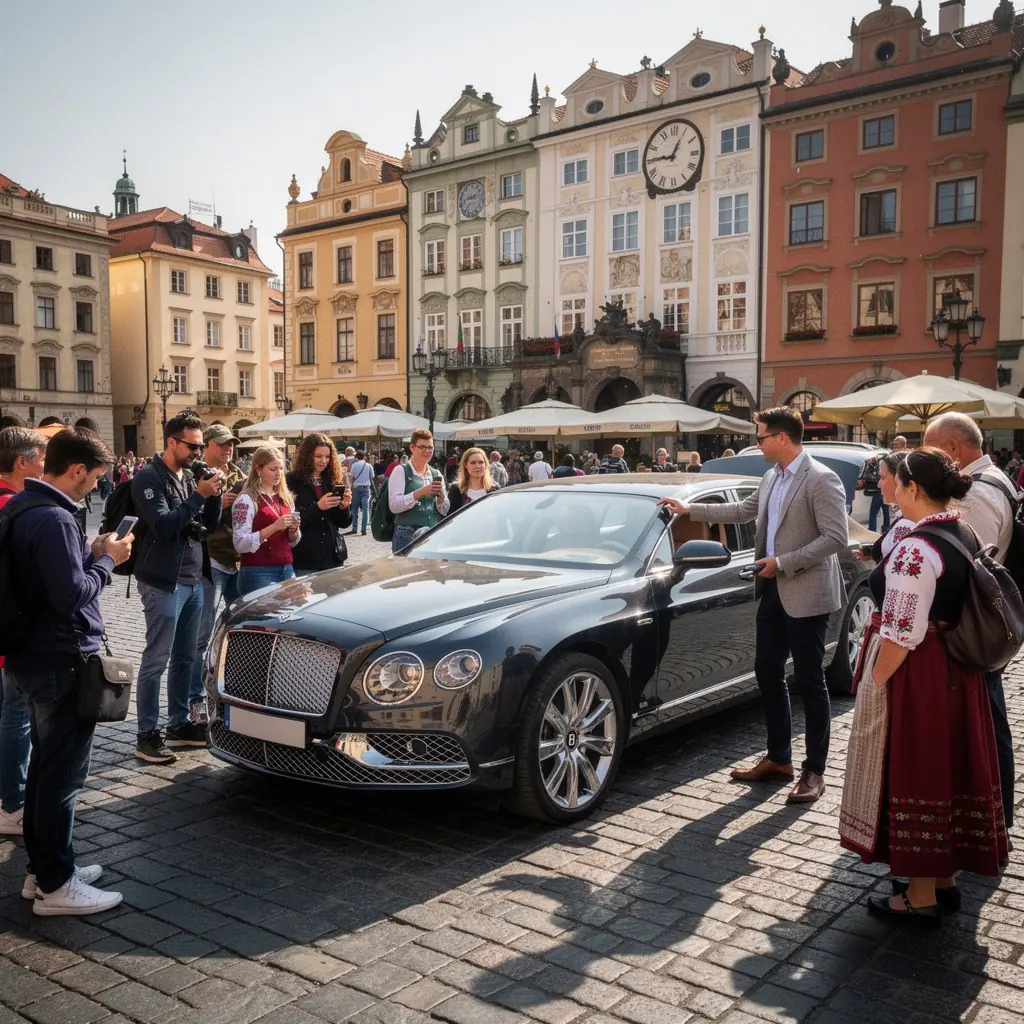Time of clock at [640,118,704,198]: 12:45
